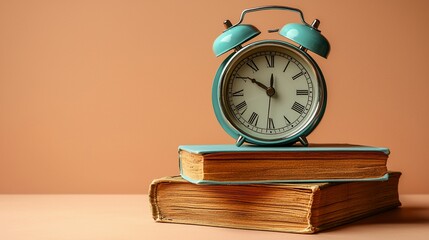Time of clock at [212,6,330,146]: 11:50
